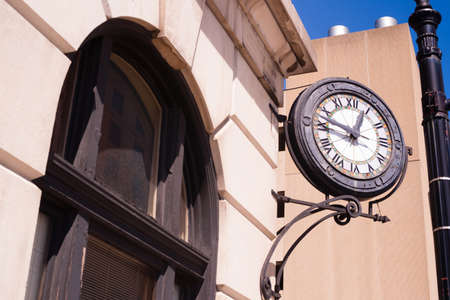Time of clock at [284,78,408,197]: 12:47
